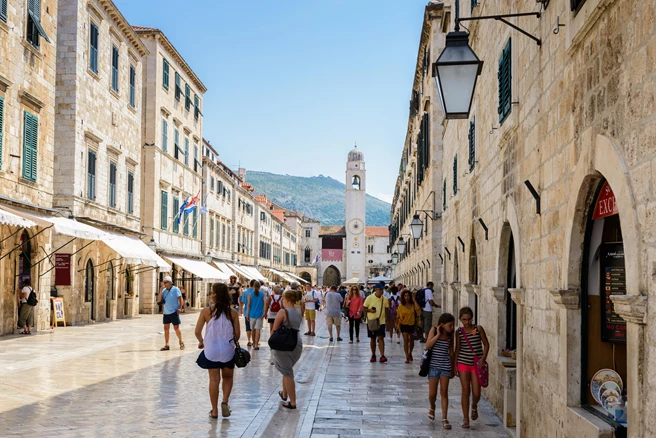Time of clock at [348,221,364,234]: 9:01
